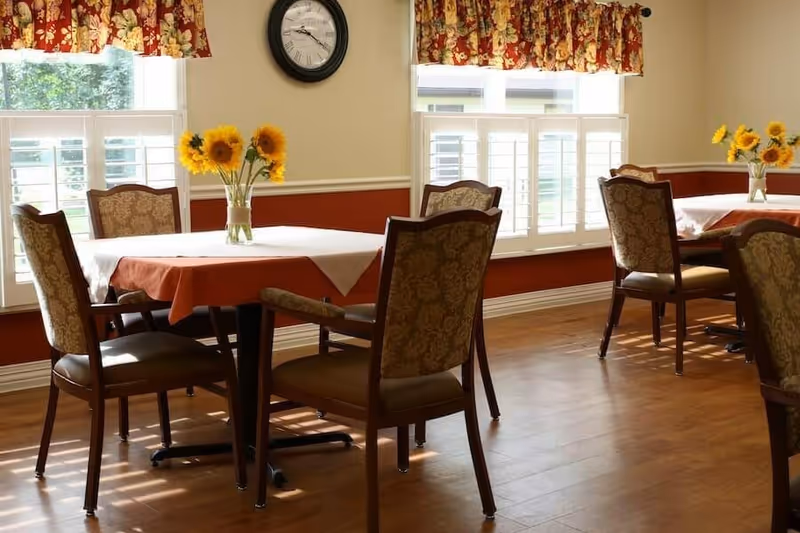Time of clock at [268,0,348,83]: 9:20
